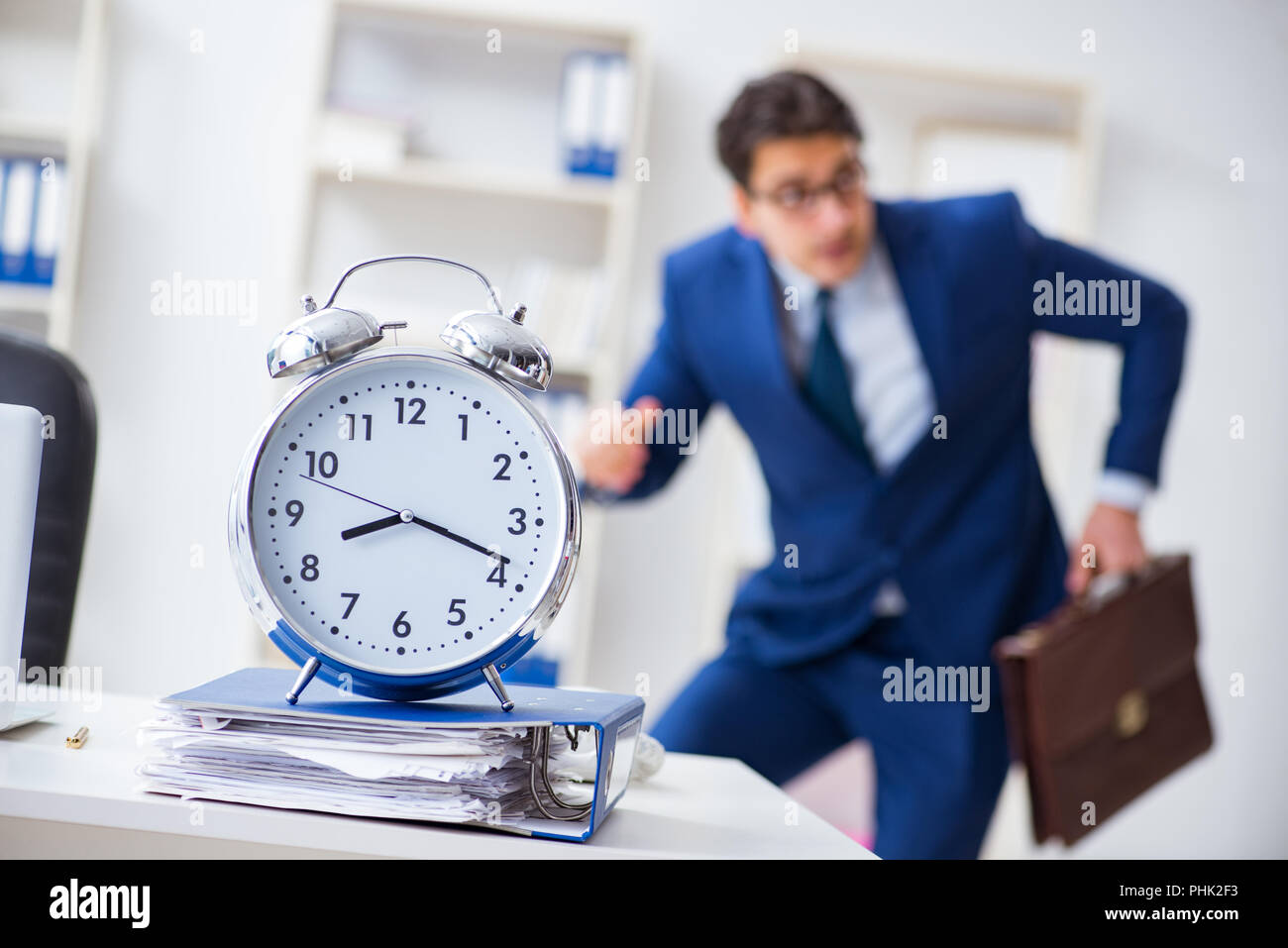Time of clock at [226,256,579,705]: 8:18
